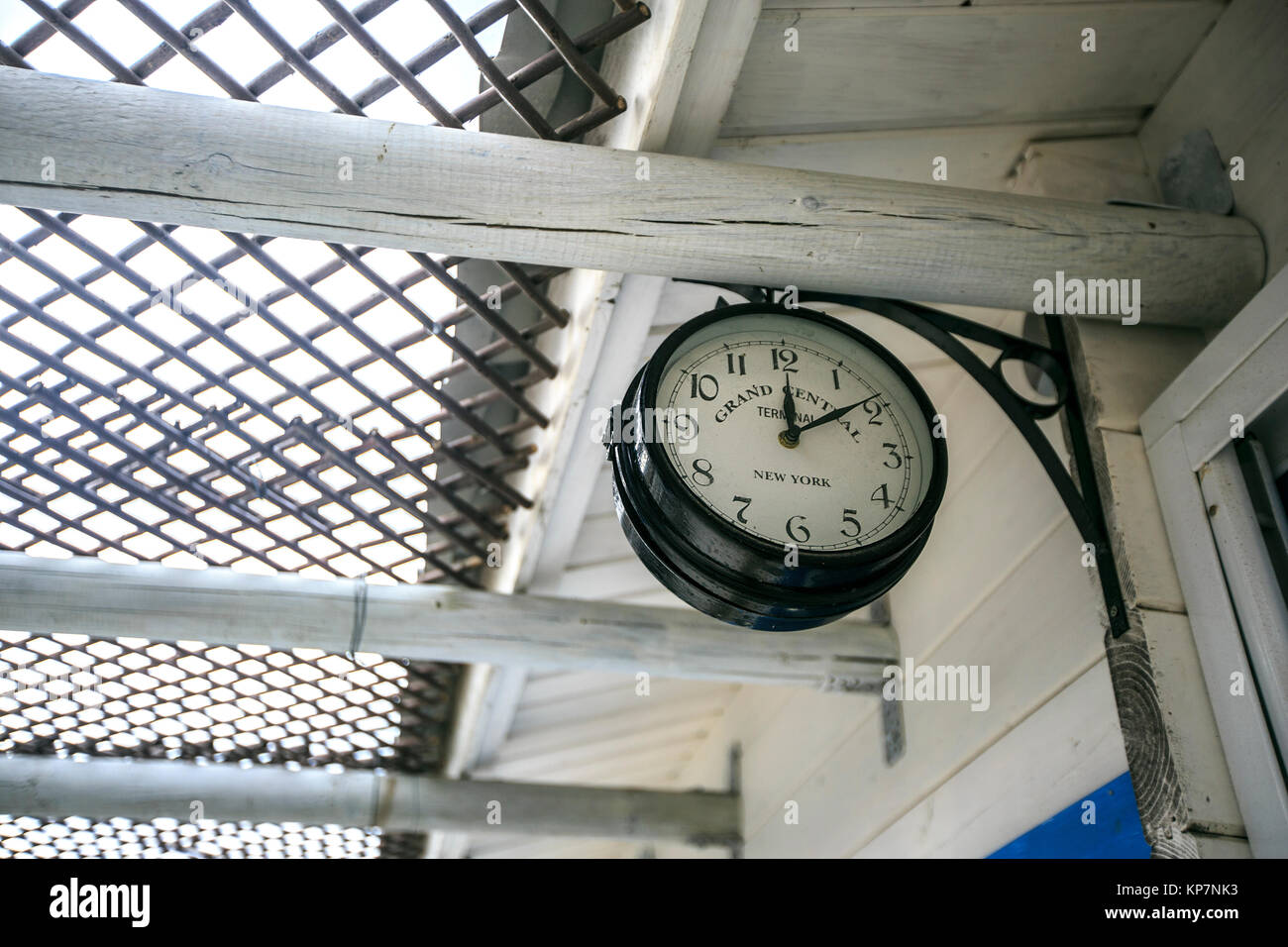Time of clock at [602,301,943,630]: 12:09
